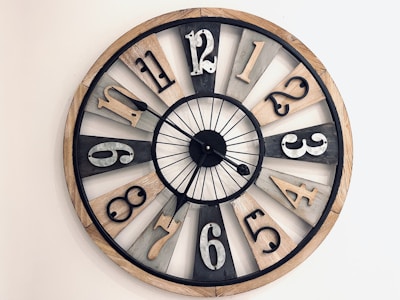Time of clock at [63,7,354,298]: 6:50
